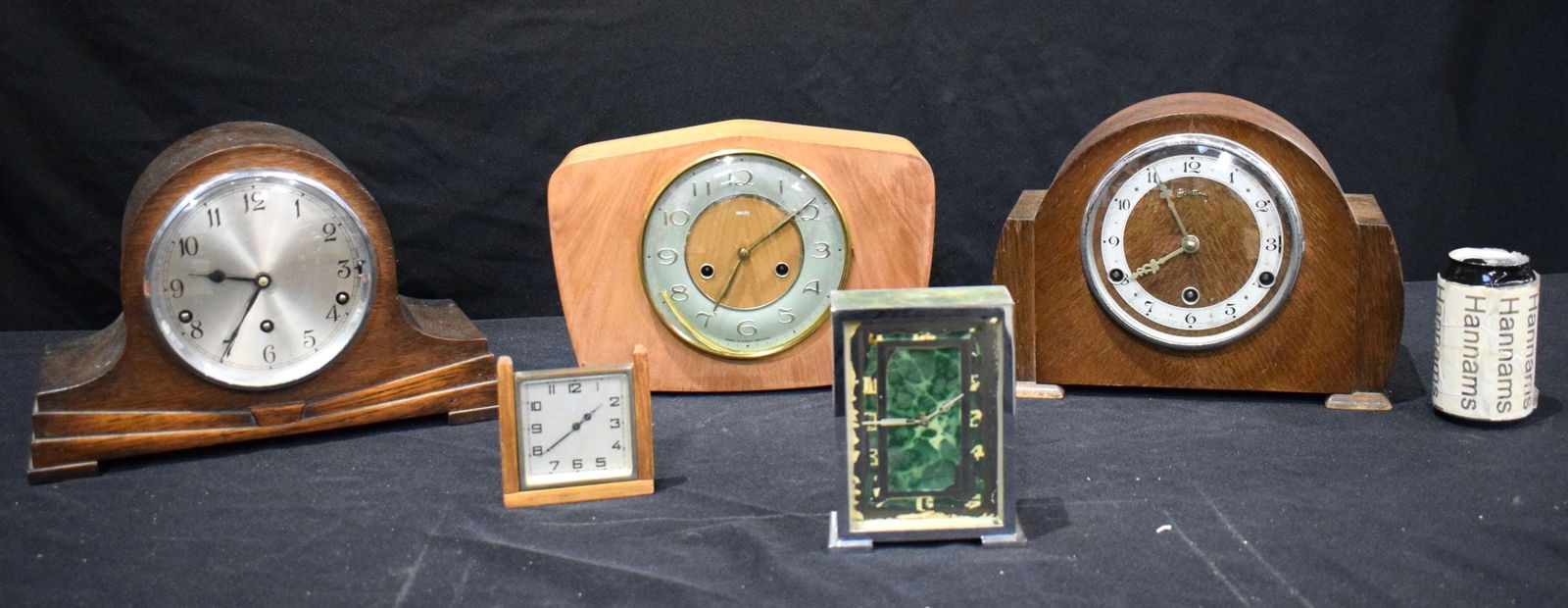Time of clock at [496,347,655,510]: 1:38
